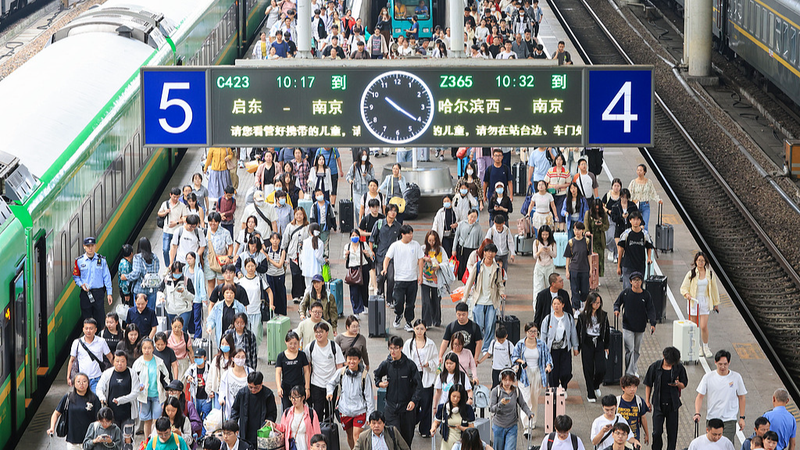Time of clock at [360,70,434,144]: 10:20
